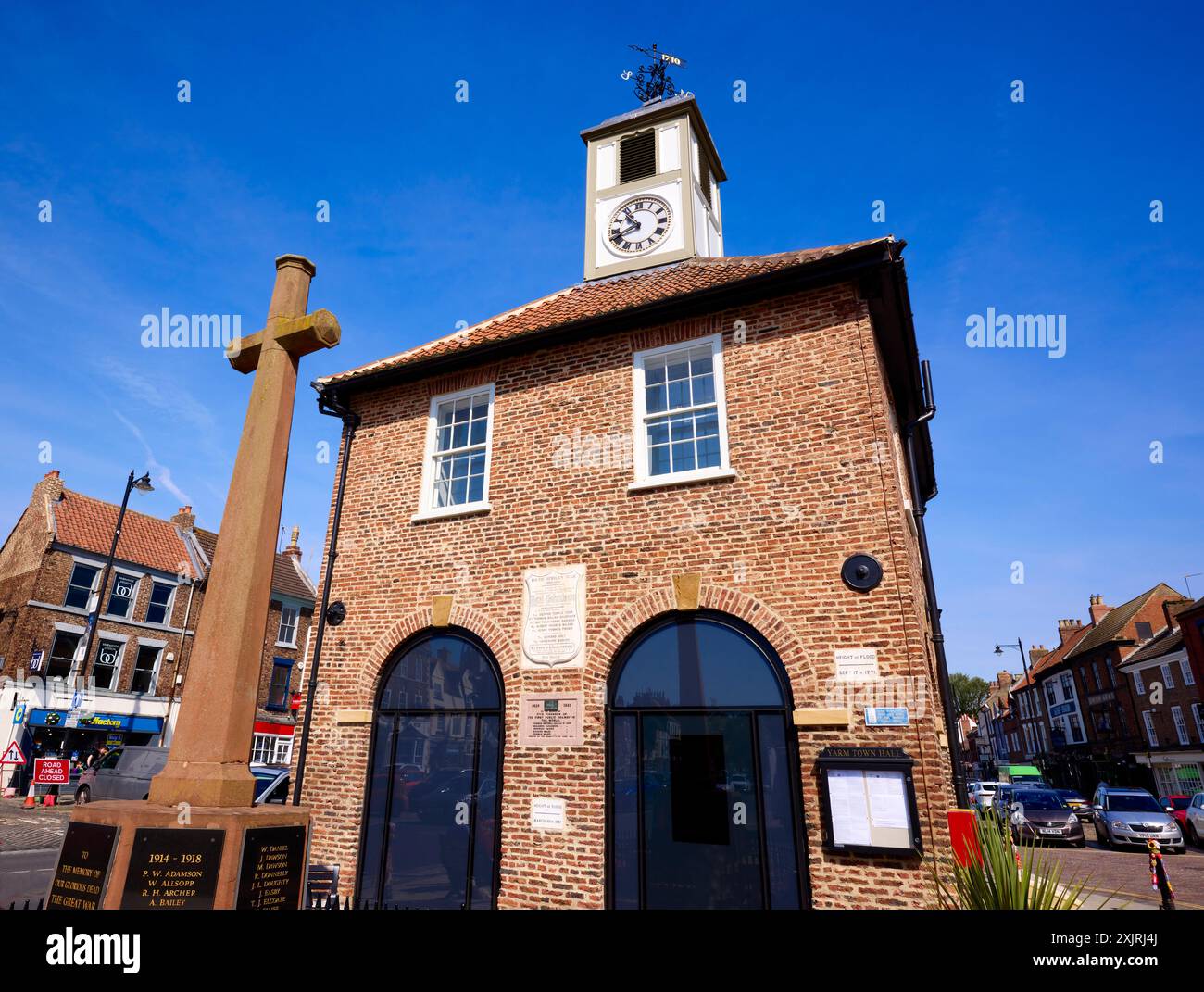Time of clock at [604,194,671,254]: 10:41
